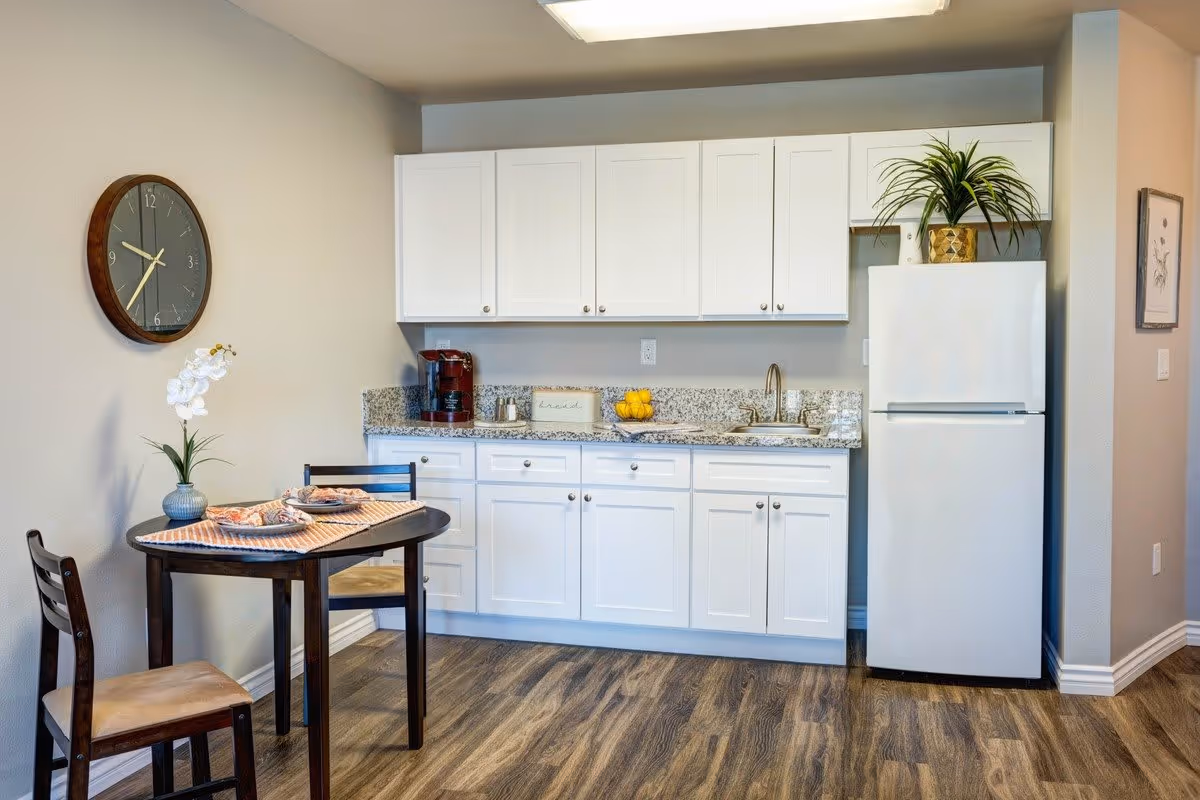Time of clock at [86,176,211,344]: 9:36
